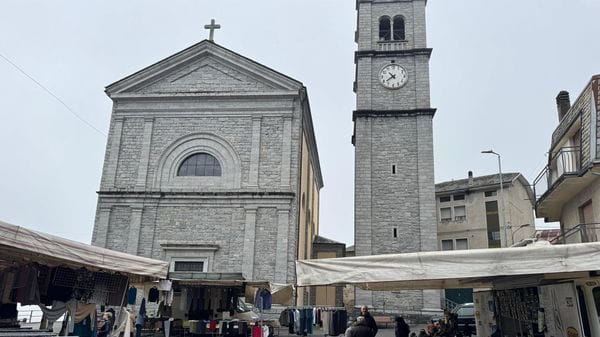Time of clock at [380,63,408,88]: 10:39
